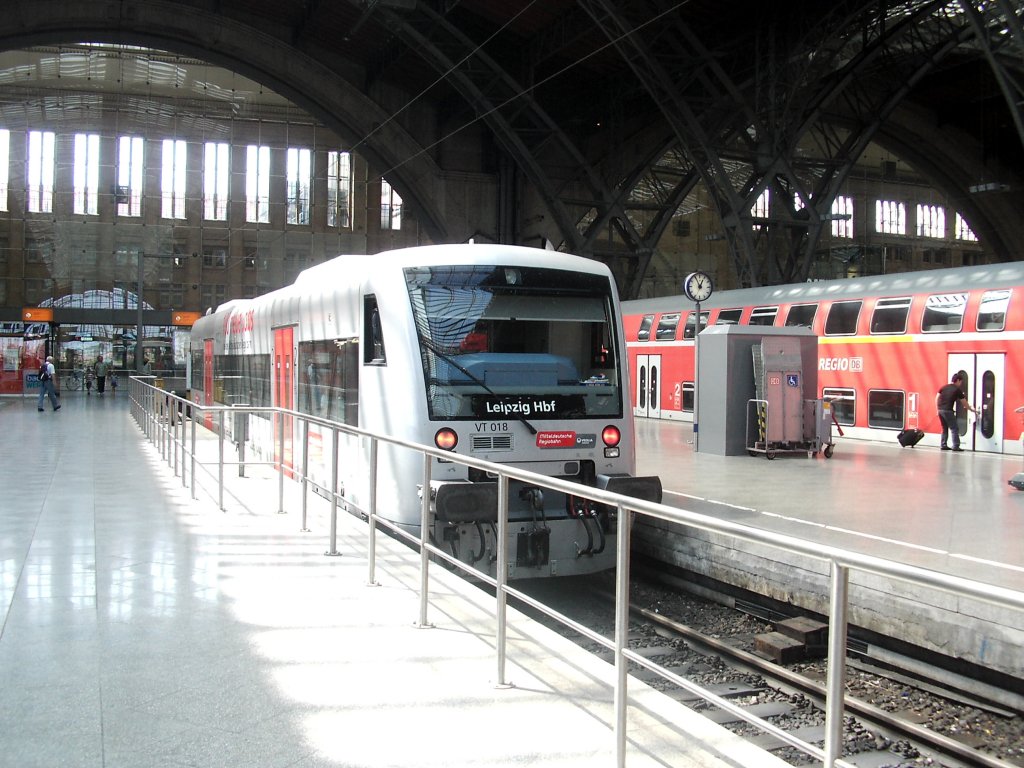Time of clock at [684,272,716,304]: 12:55
